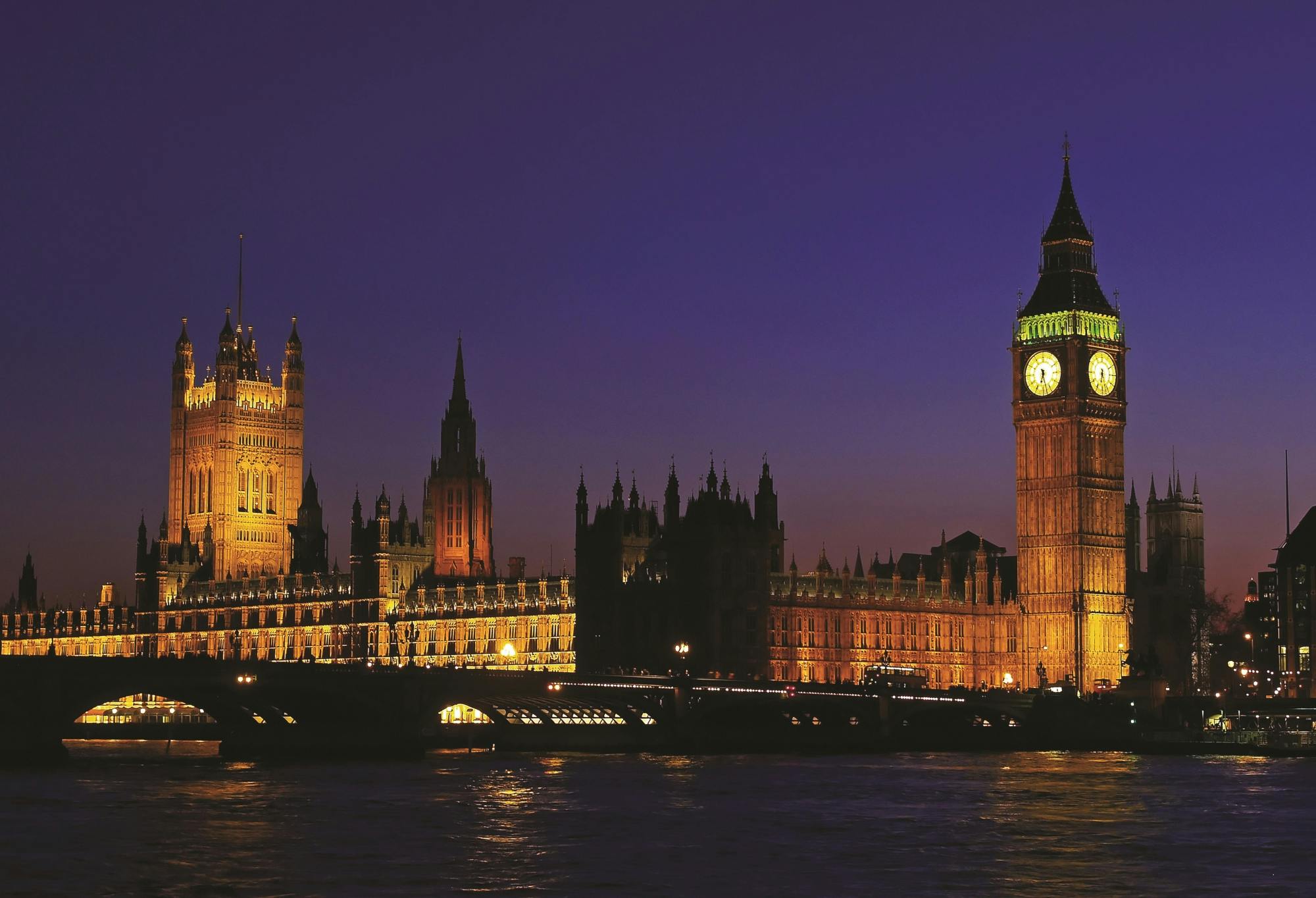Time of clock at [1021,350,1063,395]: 6:27
